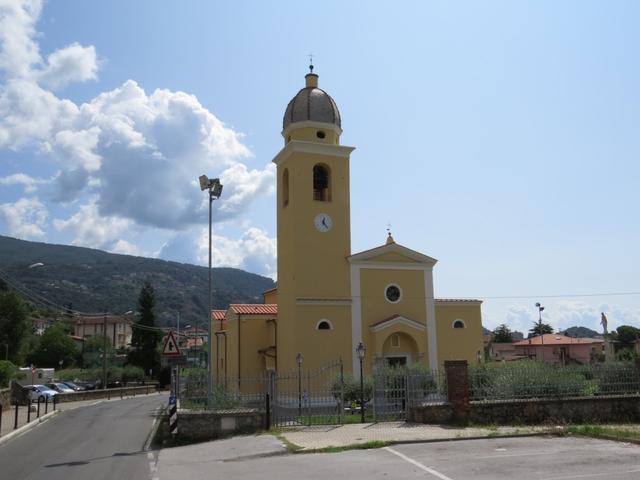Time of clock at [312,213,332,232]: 12:23
